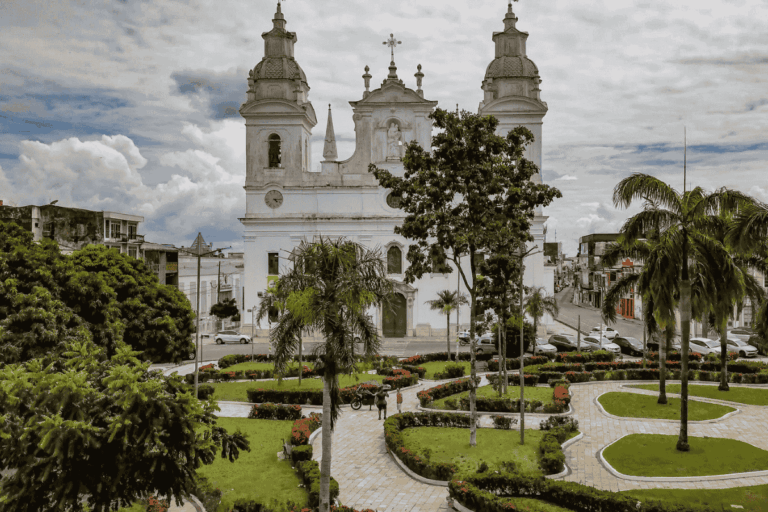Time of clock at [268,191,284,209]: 4:14
